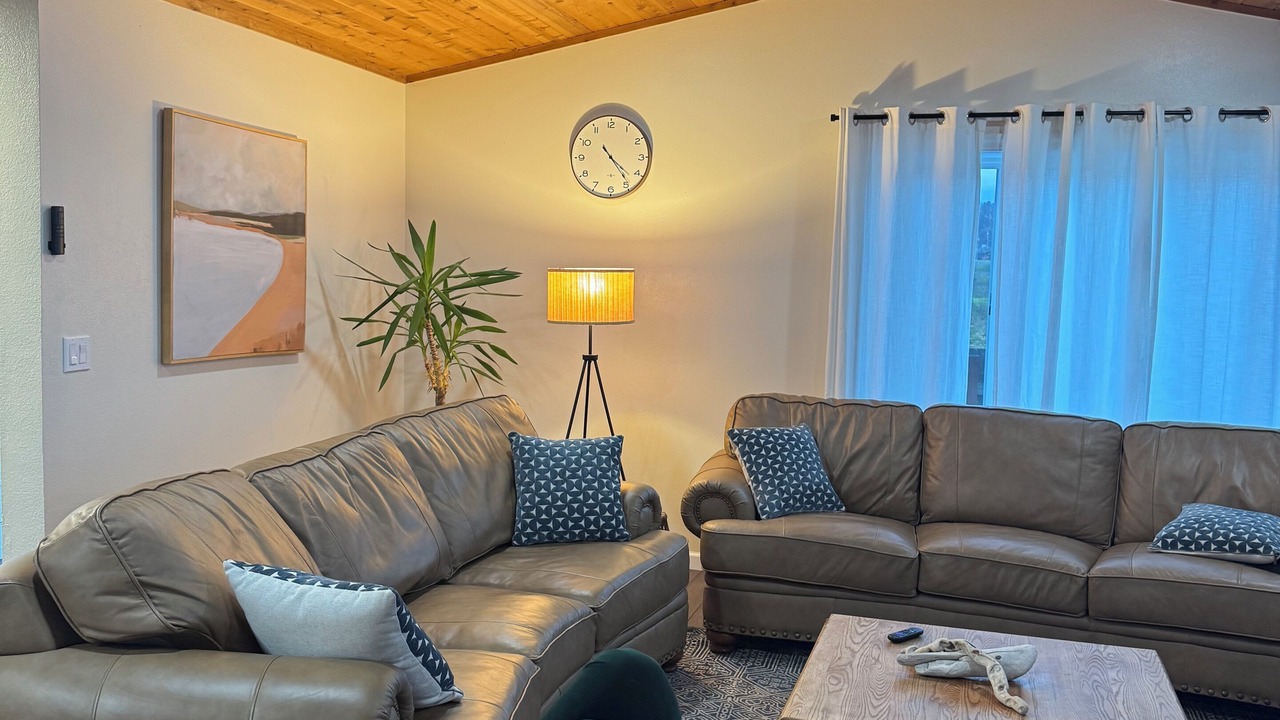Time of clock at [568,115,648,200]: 4:23
